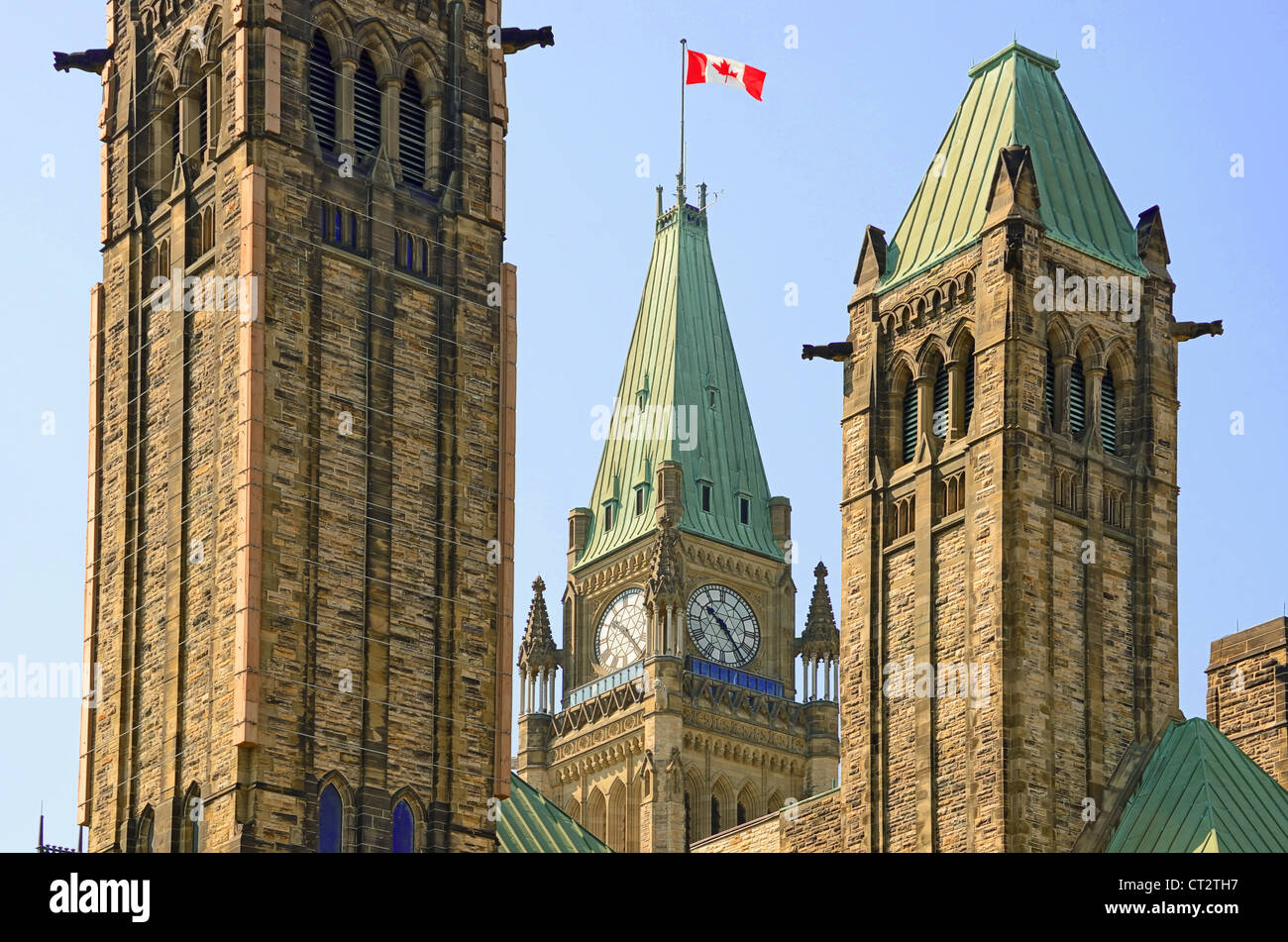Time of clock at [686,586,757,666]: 10:23
